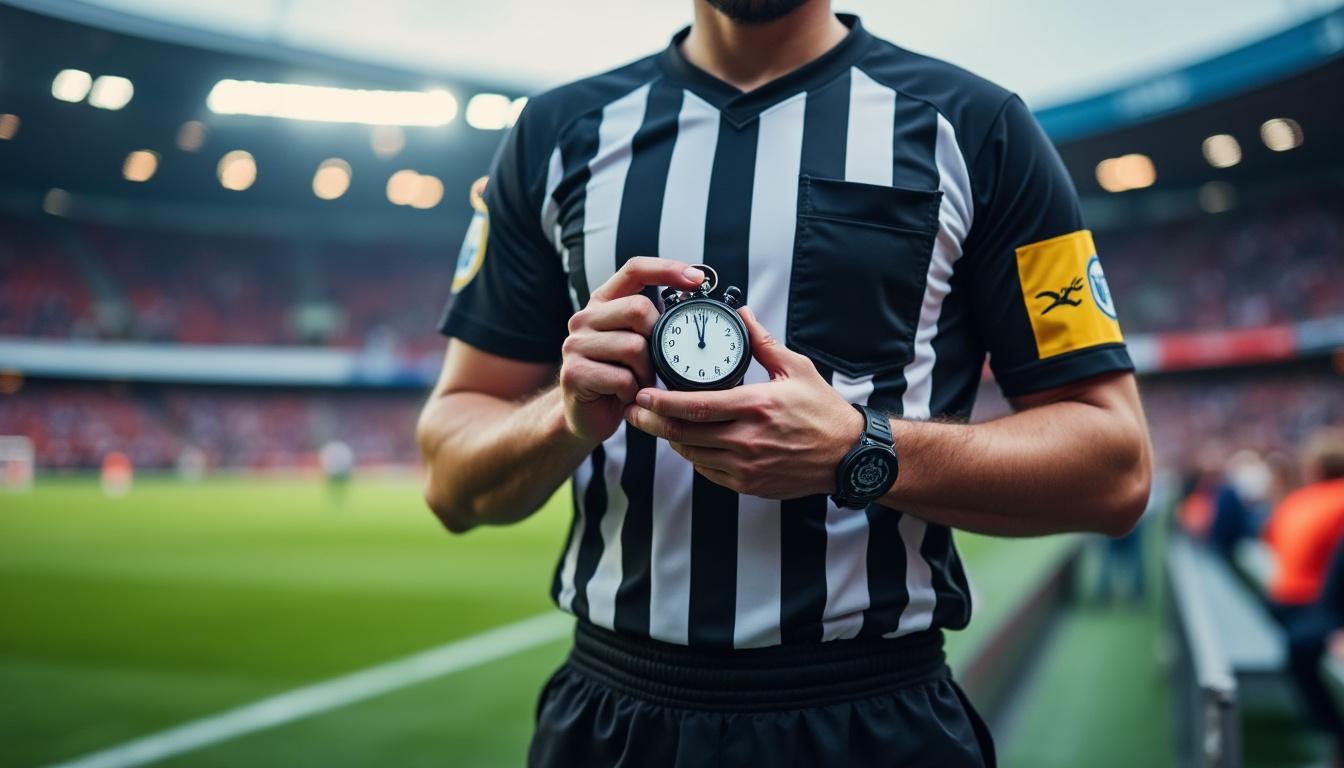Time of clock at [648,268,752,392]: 11:57
